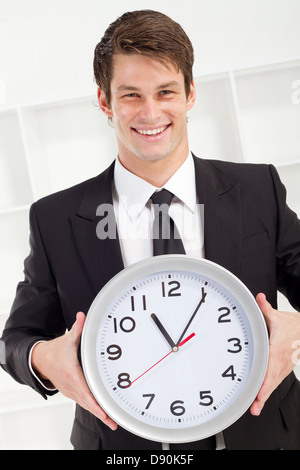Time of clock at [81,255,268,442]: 11:05
